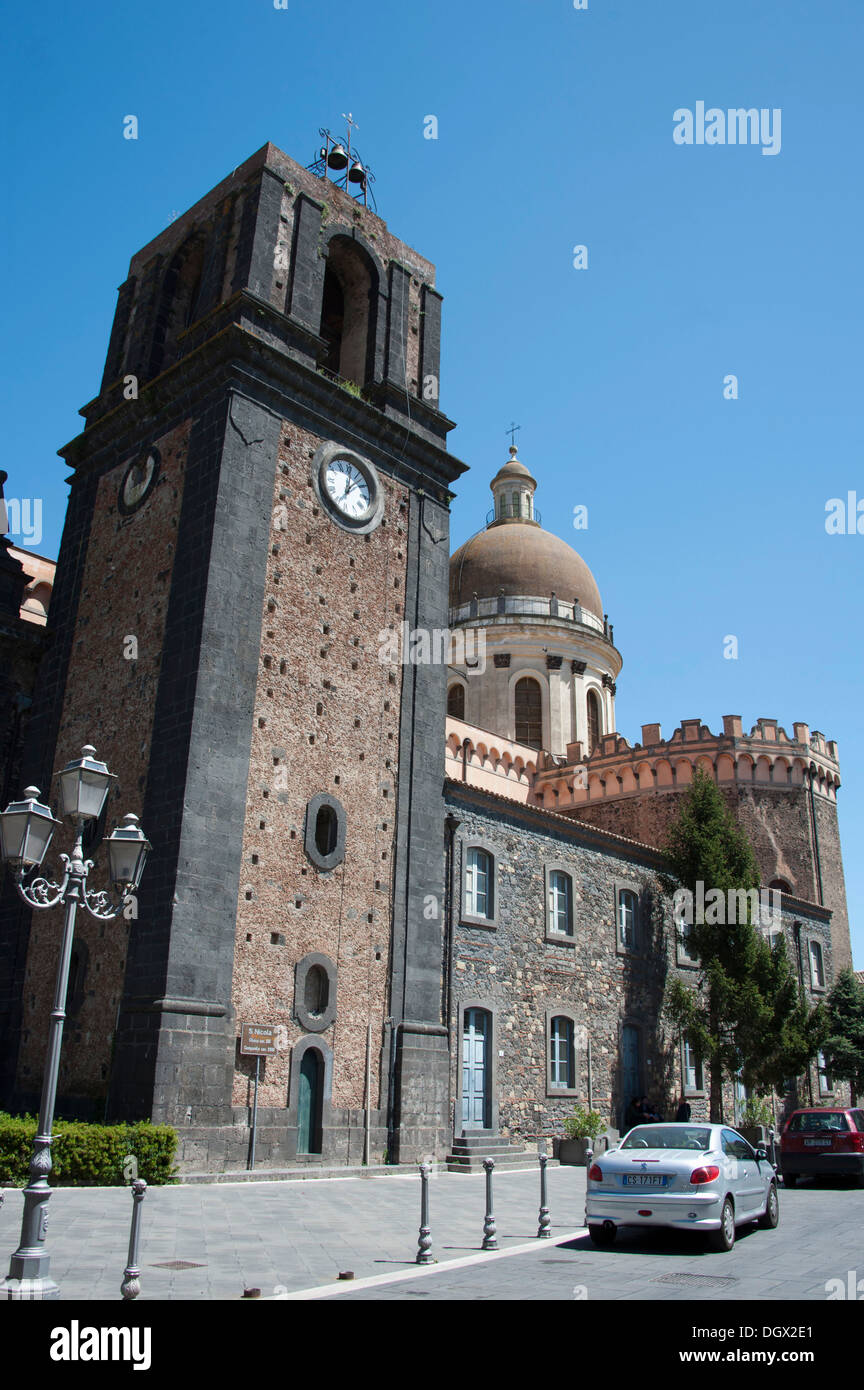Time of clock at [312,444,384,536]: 12:07
